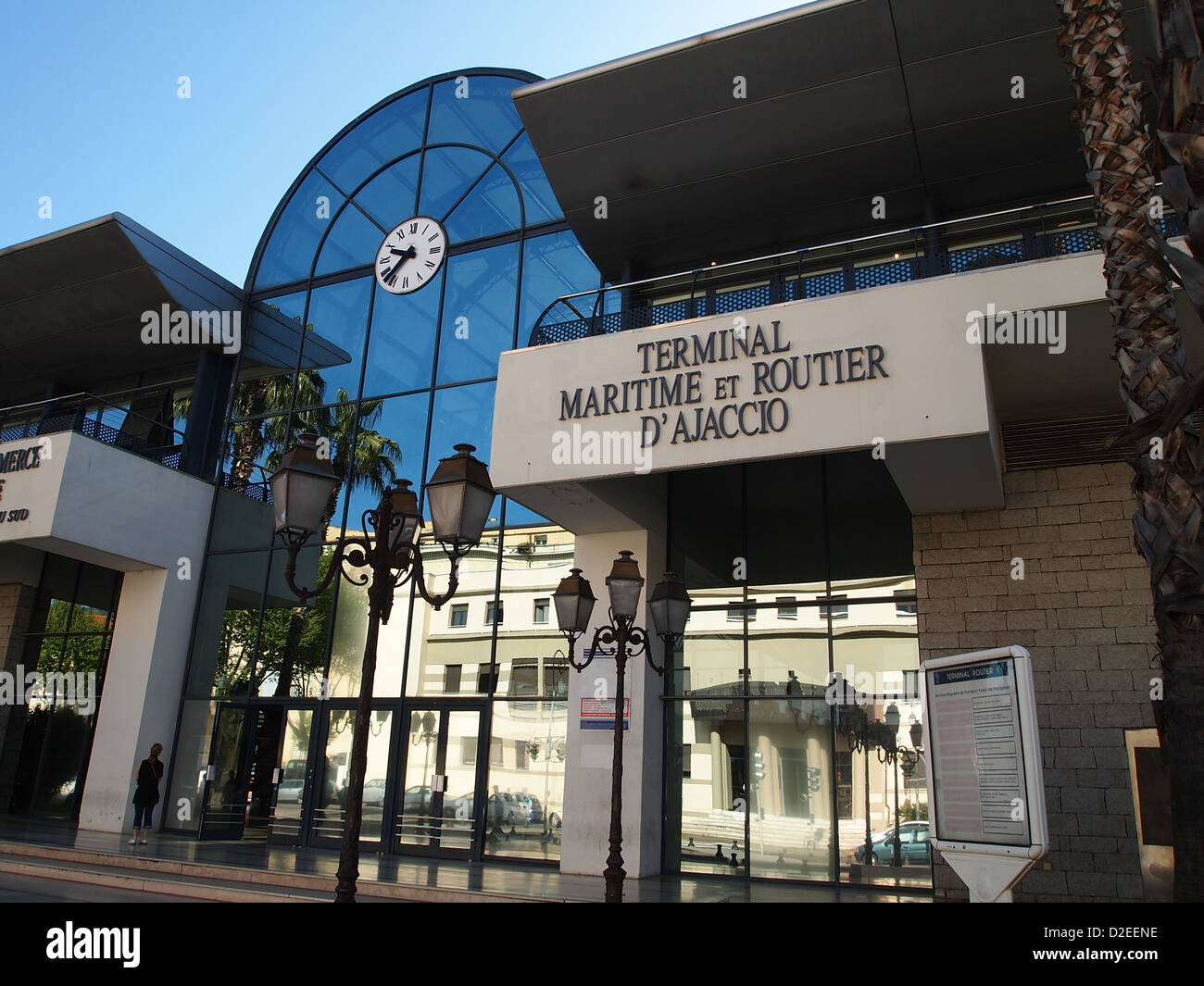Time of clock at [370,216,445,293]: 9:37
